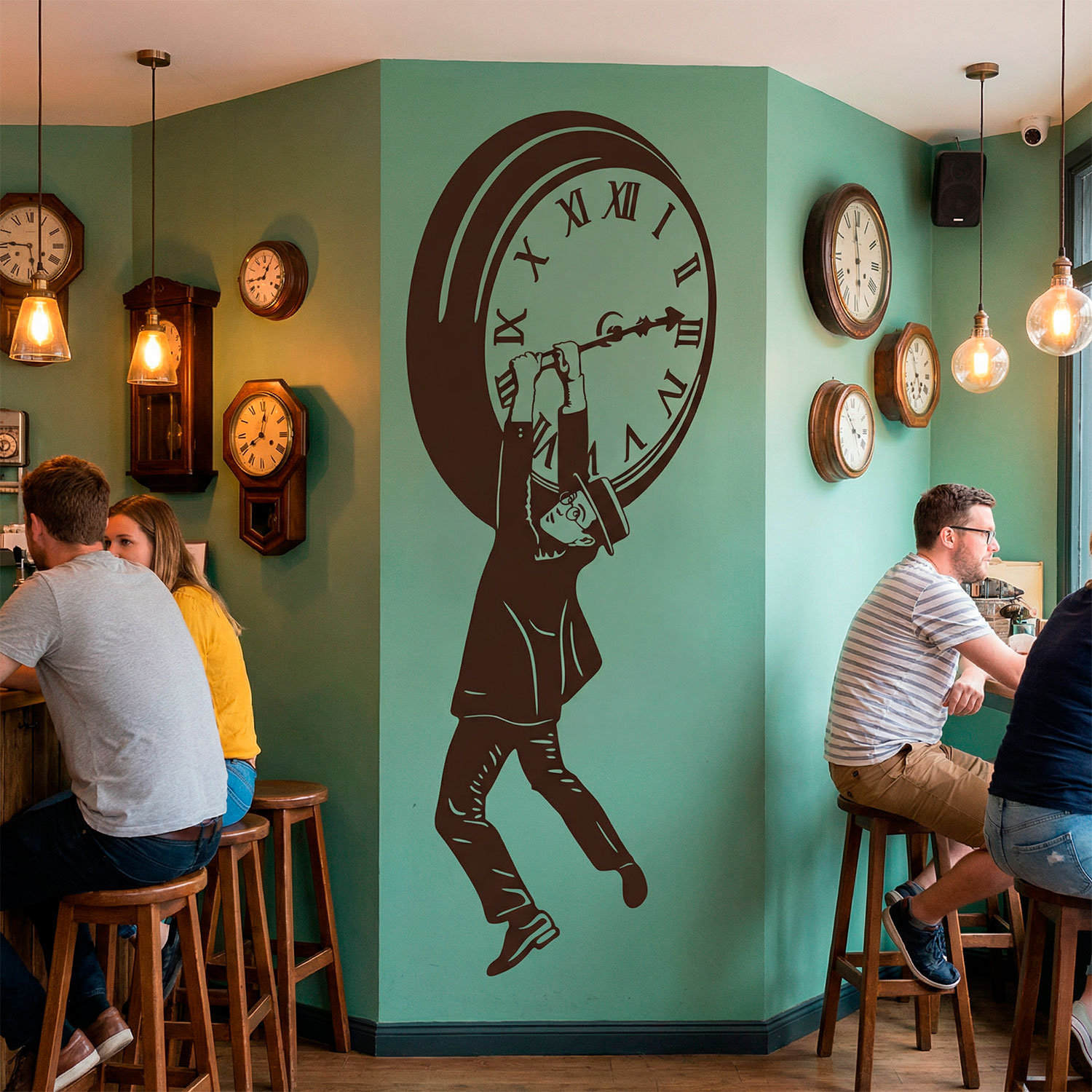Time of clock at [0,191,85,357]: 5:45
